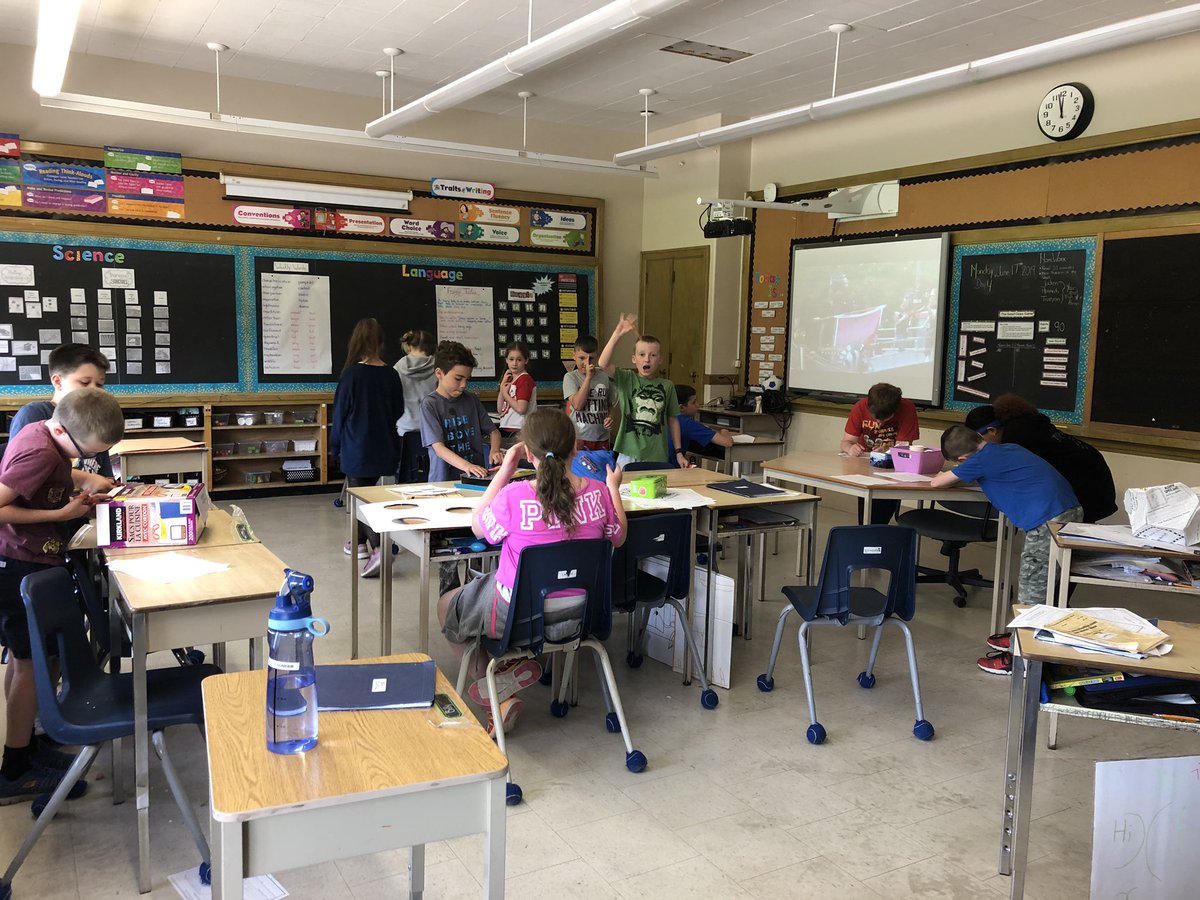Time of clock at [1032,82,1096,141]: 11:57
